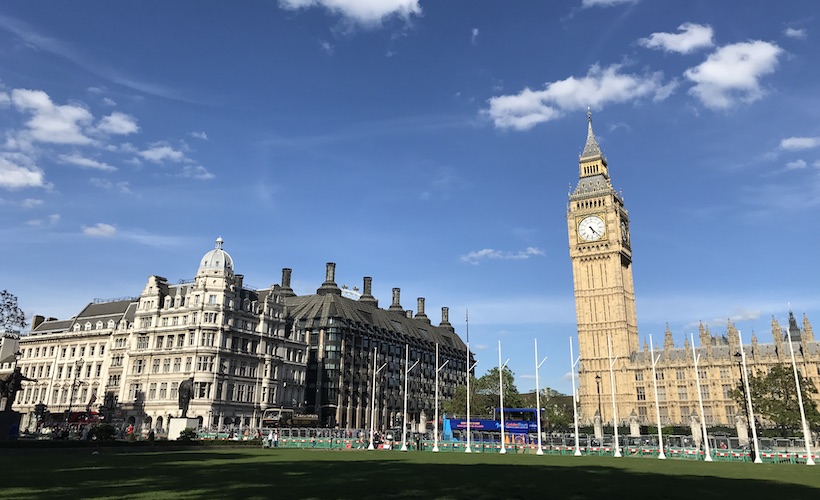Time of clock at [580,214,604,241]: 5:23
